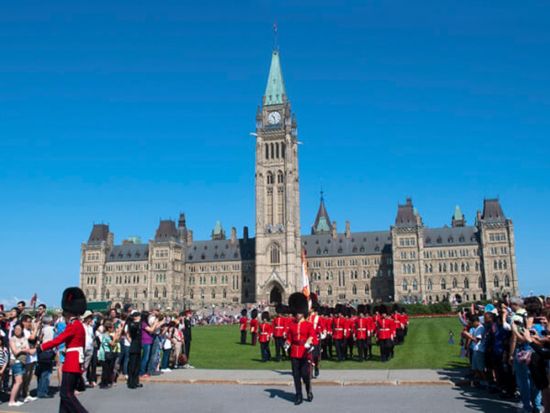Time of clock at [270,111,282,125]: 10:28
